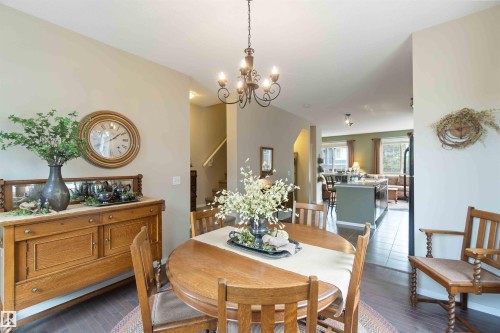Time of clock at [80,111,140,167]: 2:09
